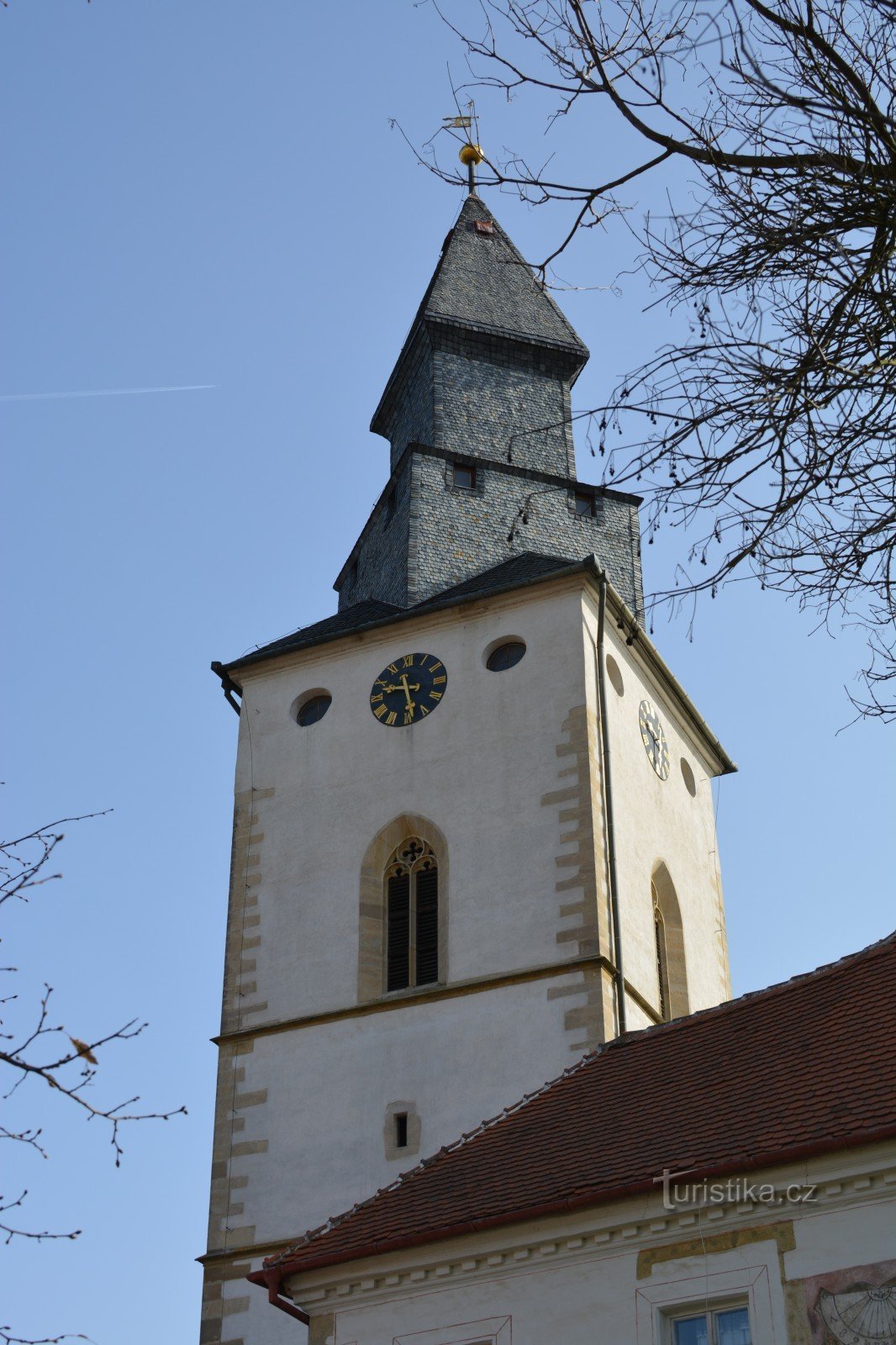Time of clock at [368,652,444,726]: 9:28
